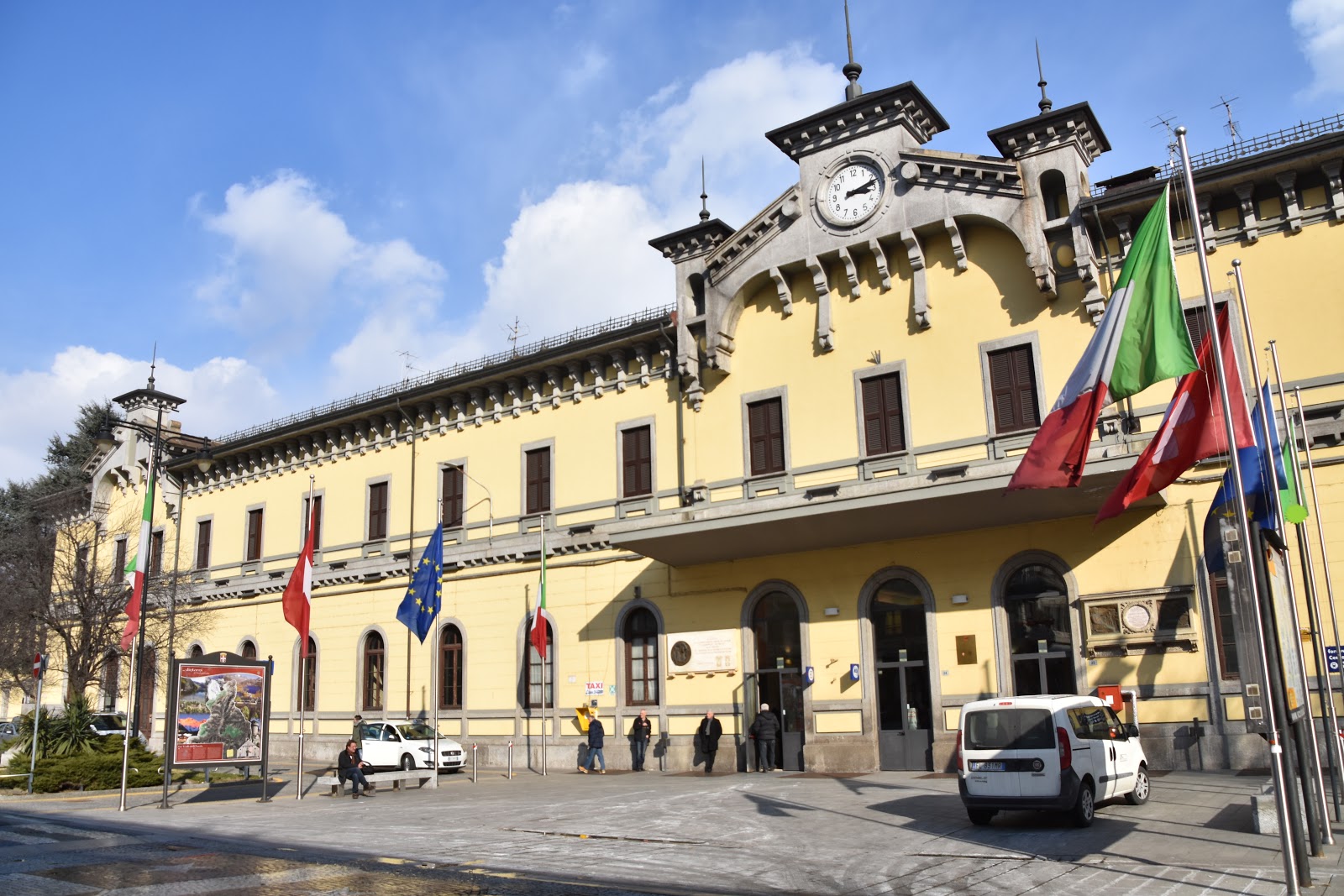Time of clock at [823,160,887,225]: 3:11
